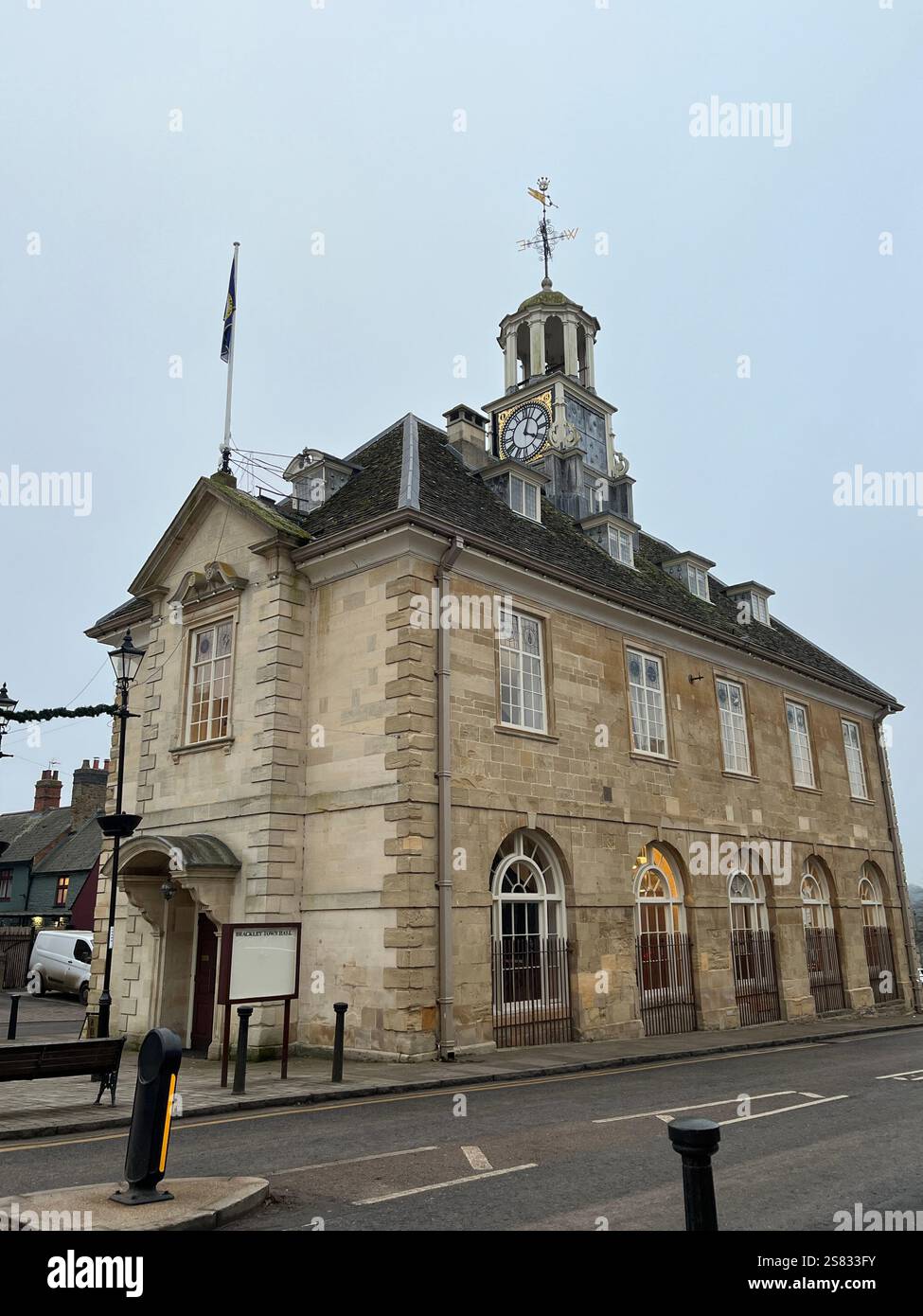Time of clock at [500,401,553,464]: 4:03
